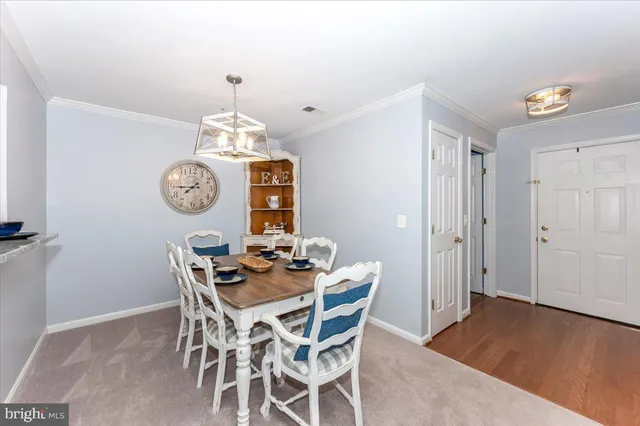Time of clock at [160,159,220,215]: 7:44
